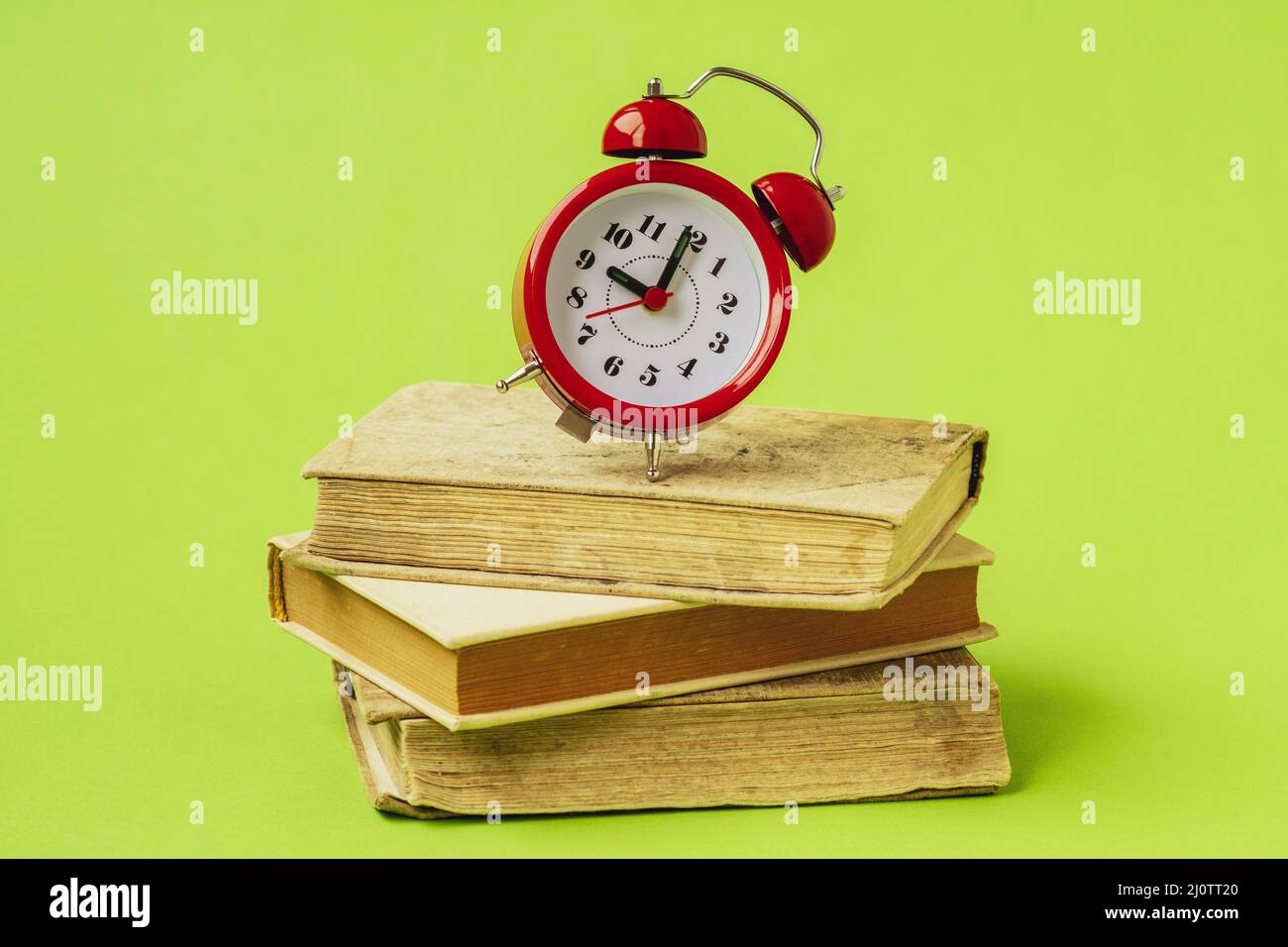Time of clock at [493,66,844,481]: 10:04
